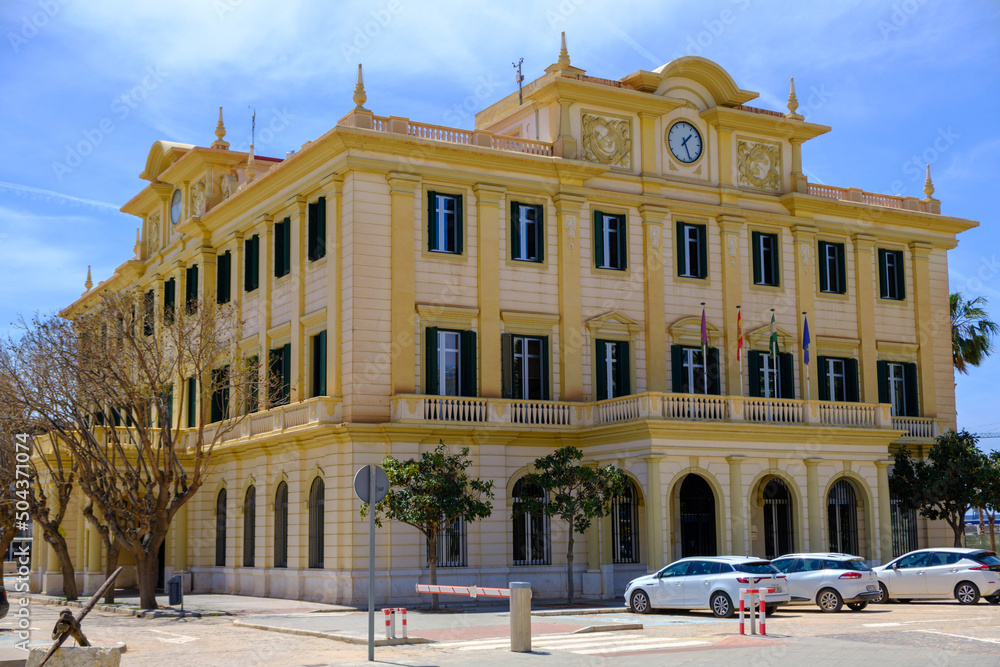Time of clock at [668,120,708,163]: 1:26
